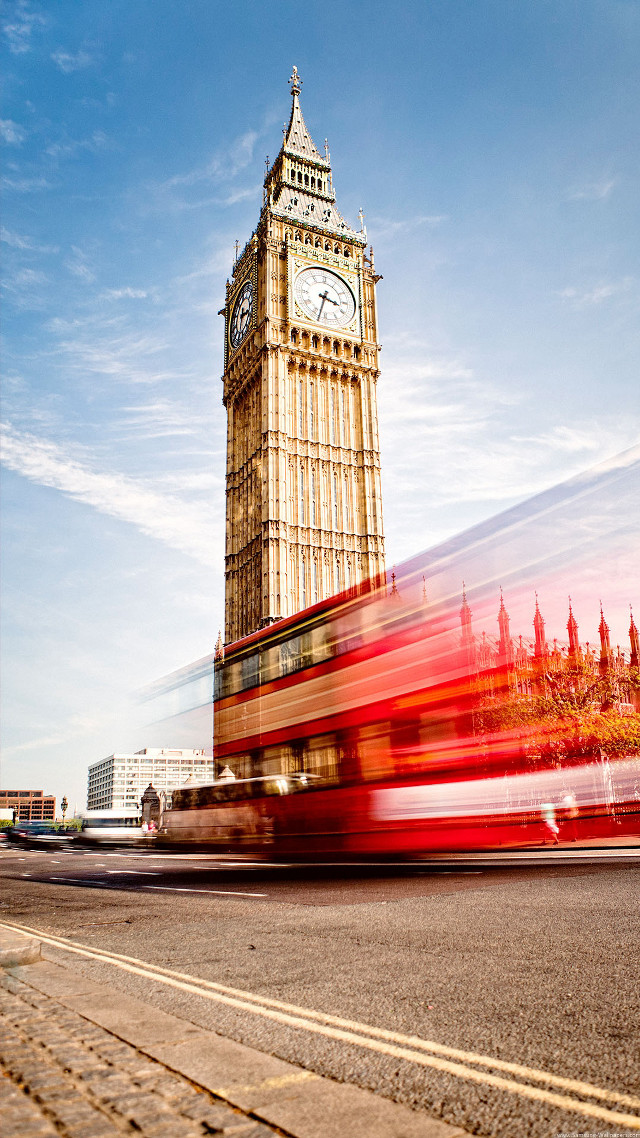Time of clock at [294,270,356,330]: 3:32
